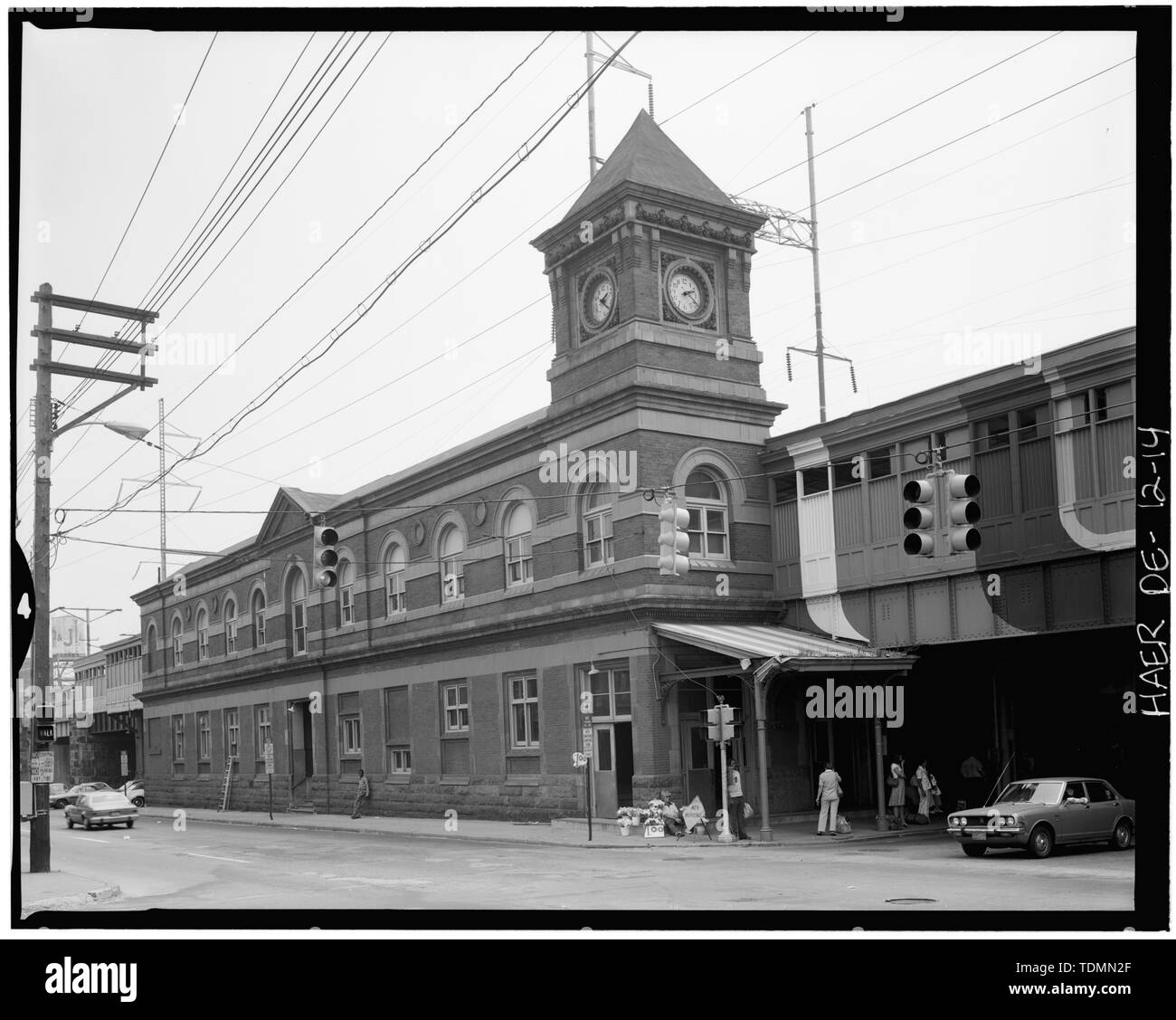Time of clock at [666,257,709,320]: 2:20
